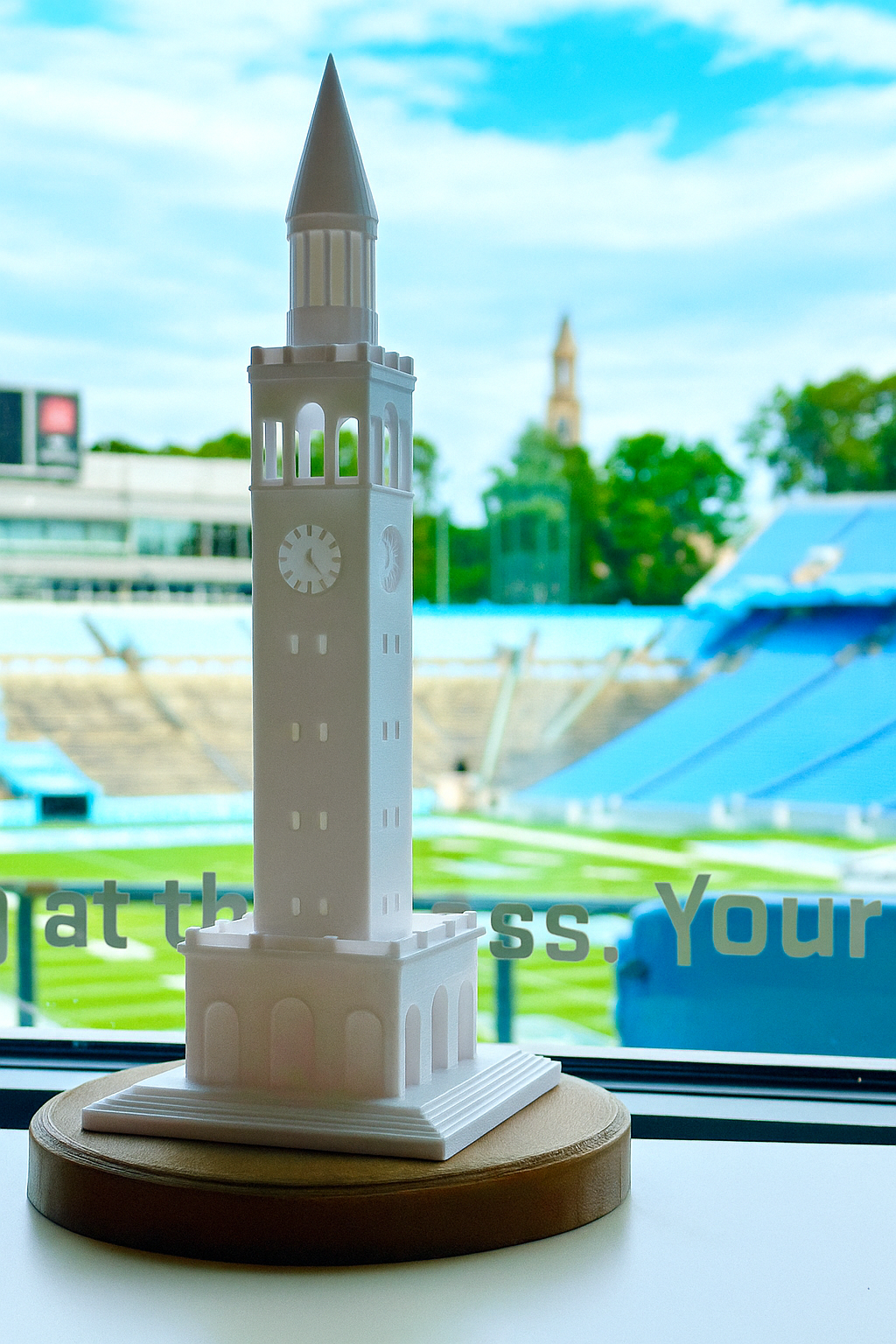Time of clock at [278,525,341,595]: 12:23
